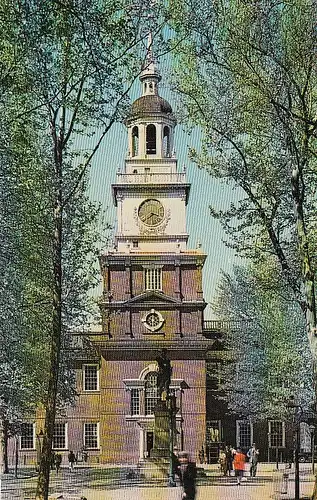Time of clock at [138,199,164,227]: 3:38
